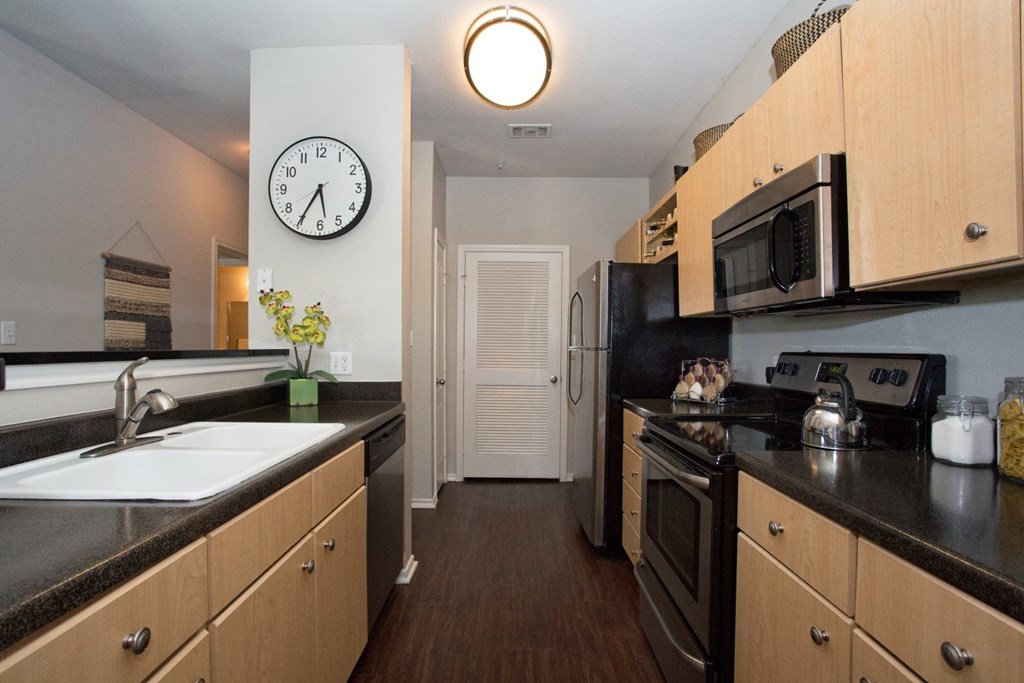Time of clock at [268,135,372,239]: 5:35
